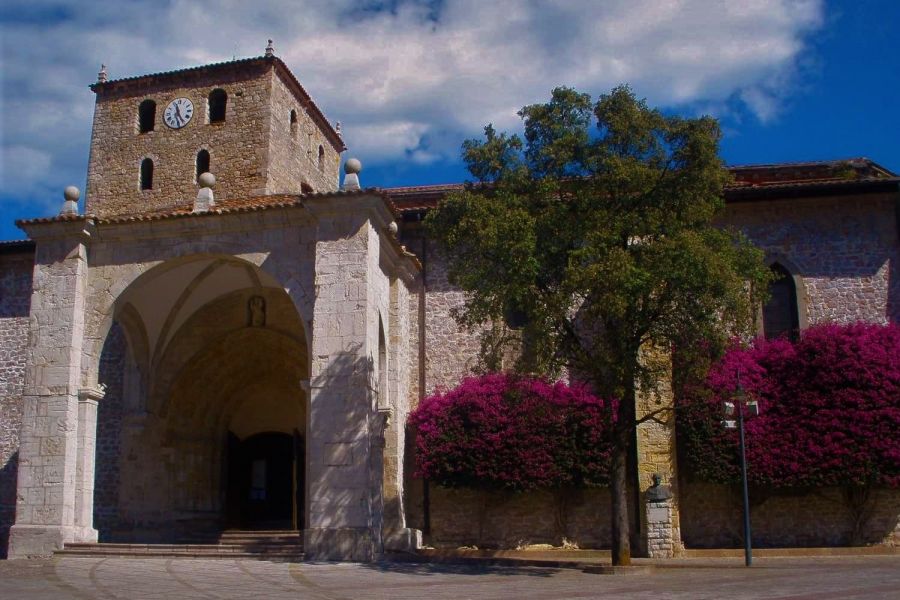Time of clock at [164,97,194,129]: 11:25
